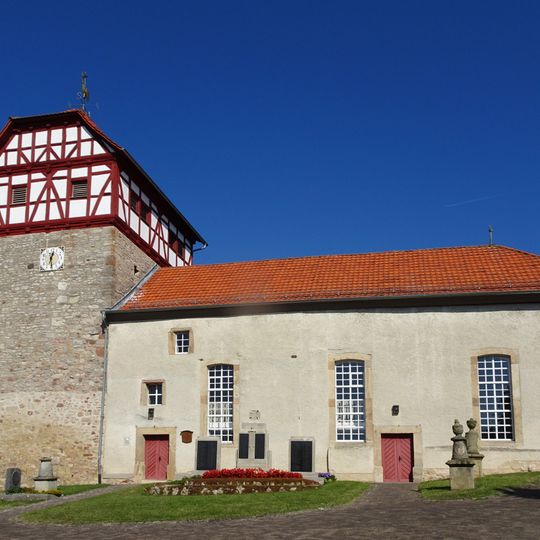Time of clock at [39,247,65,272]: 12:28
